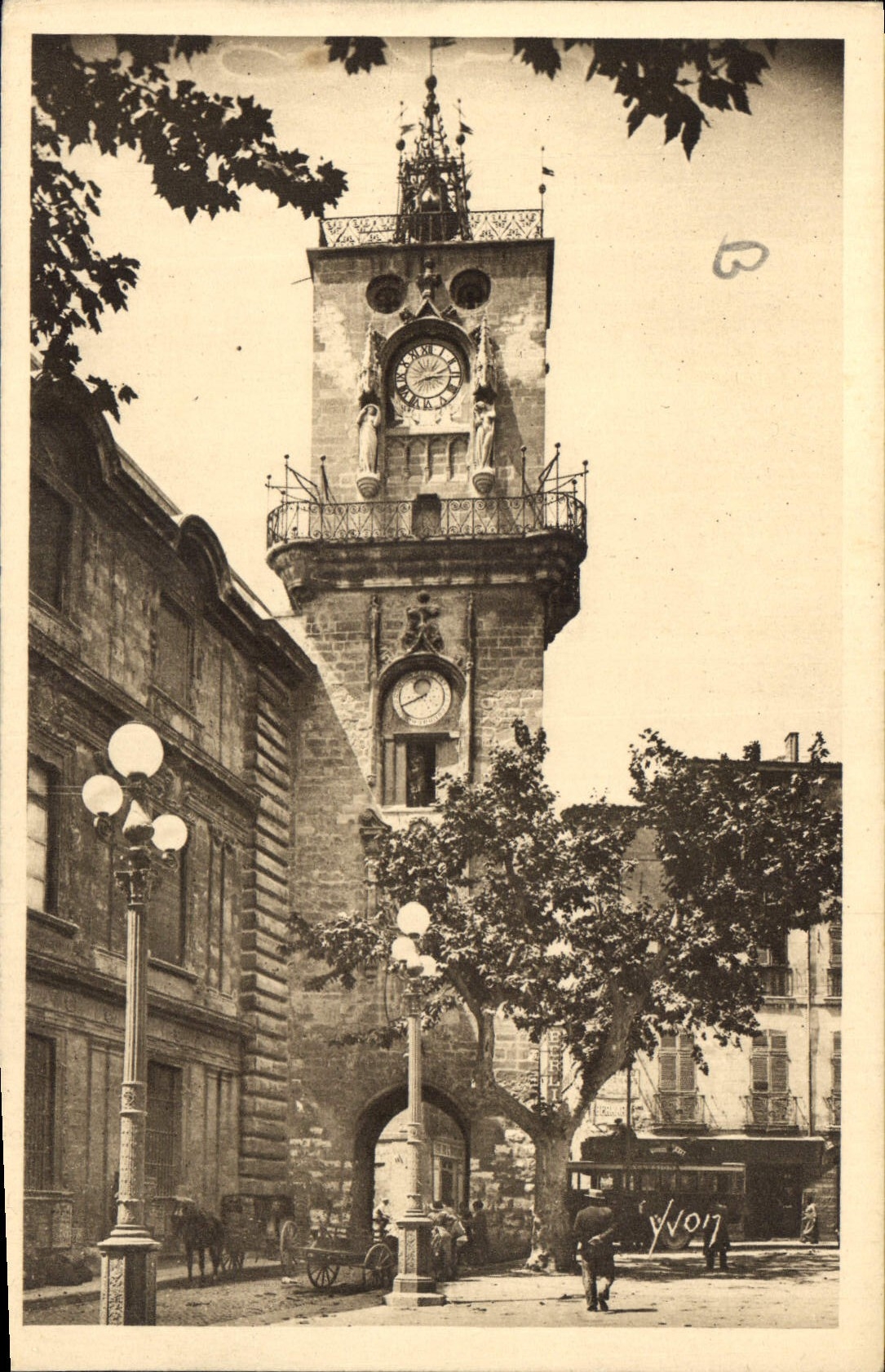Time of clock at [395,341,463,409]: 3:11
